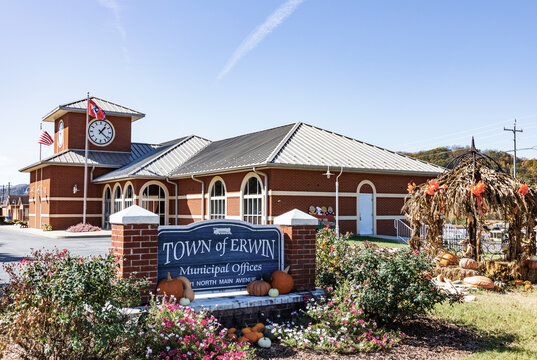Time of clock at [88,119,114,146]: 1:21
